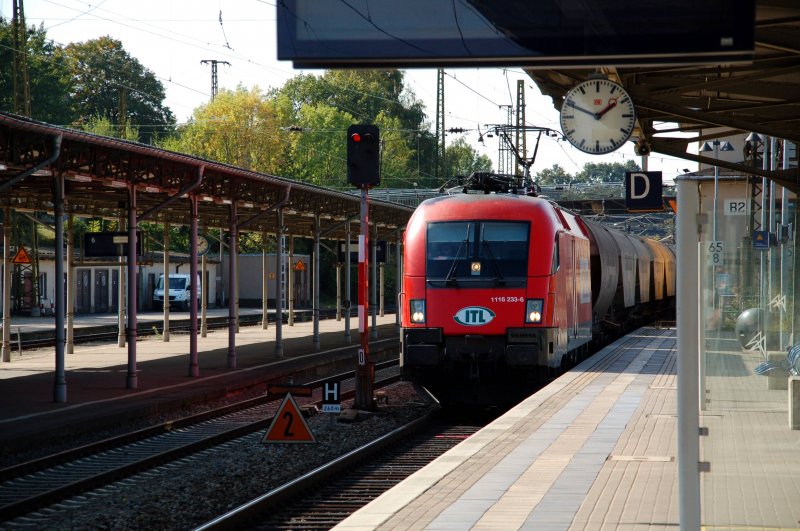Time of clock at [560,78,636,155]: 1:49
